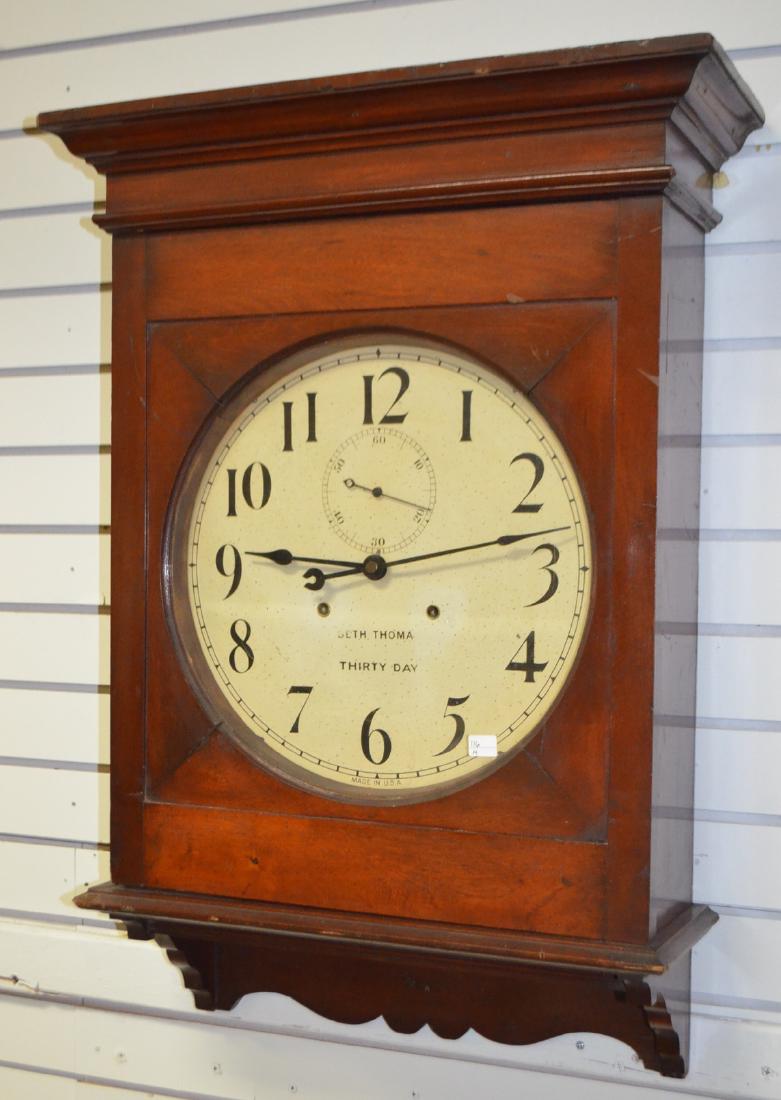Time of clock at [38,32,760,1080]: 9:12
